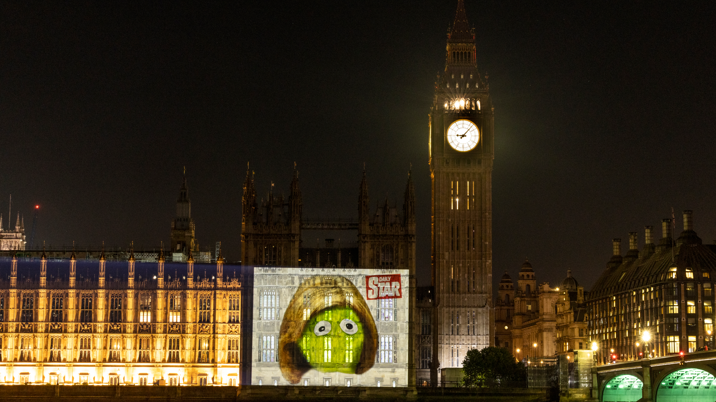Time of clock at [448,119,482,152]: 9:07
